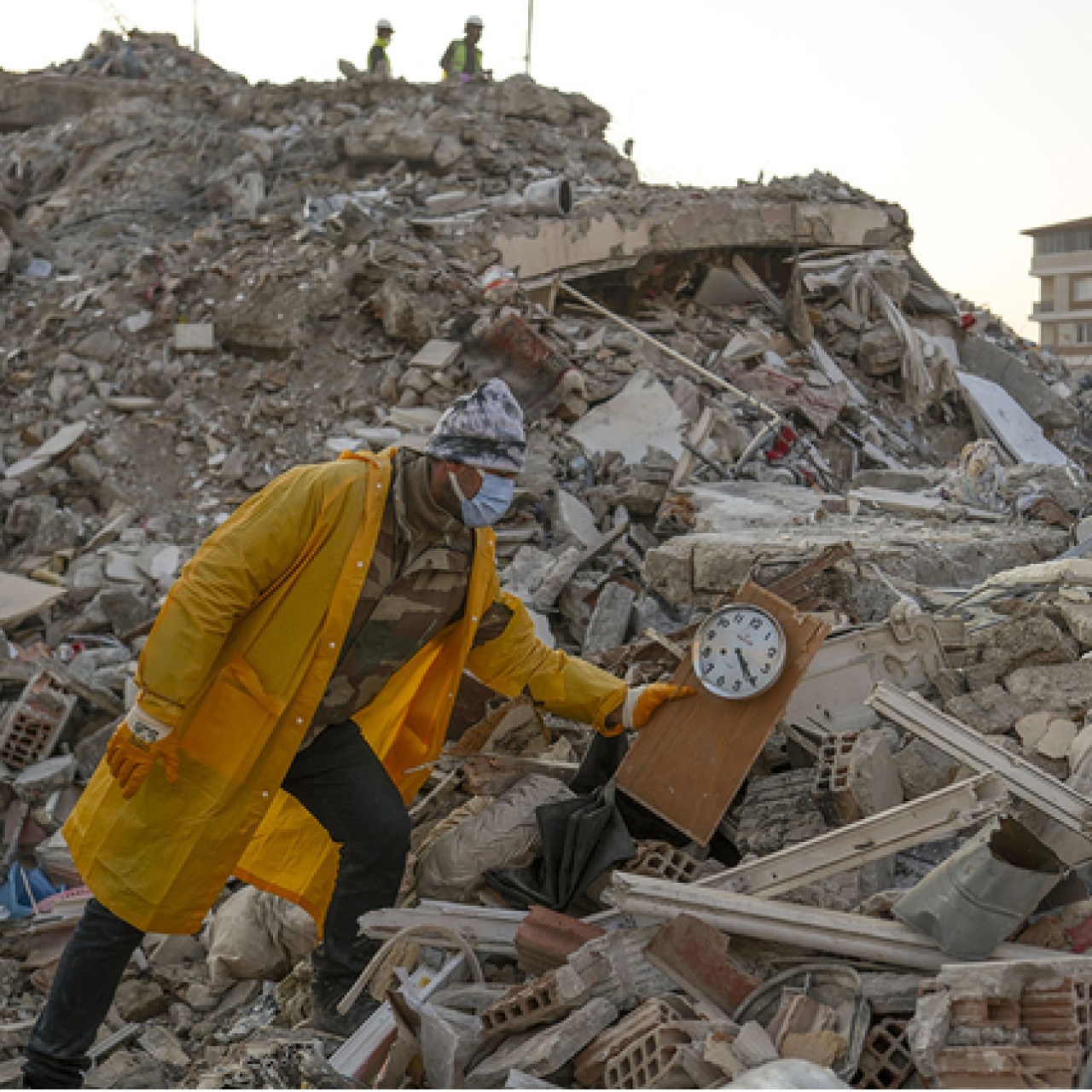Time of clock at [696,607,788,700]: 5:25
